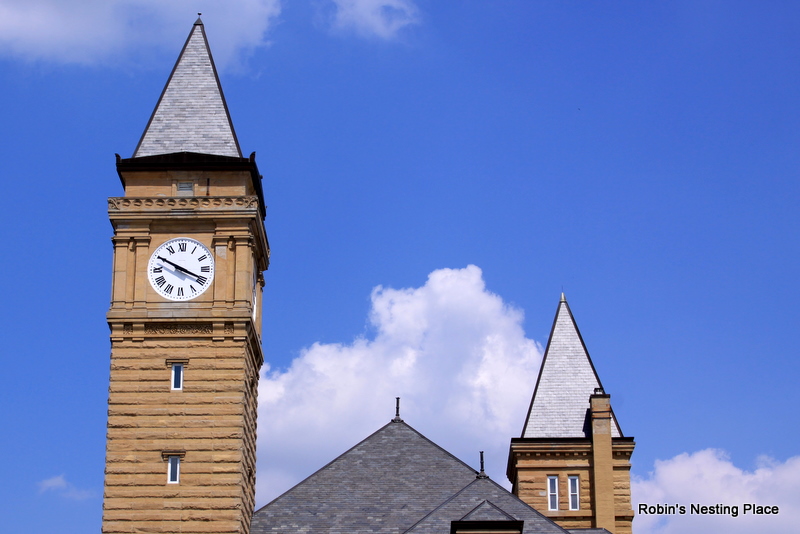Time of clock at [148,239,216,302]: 3:49
